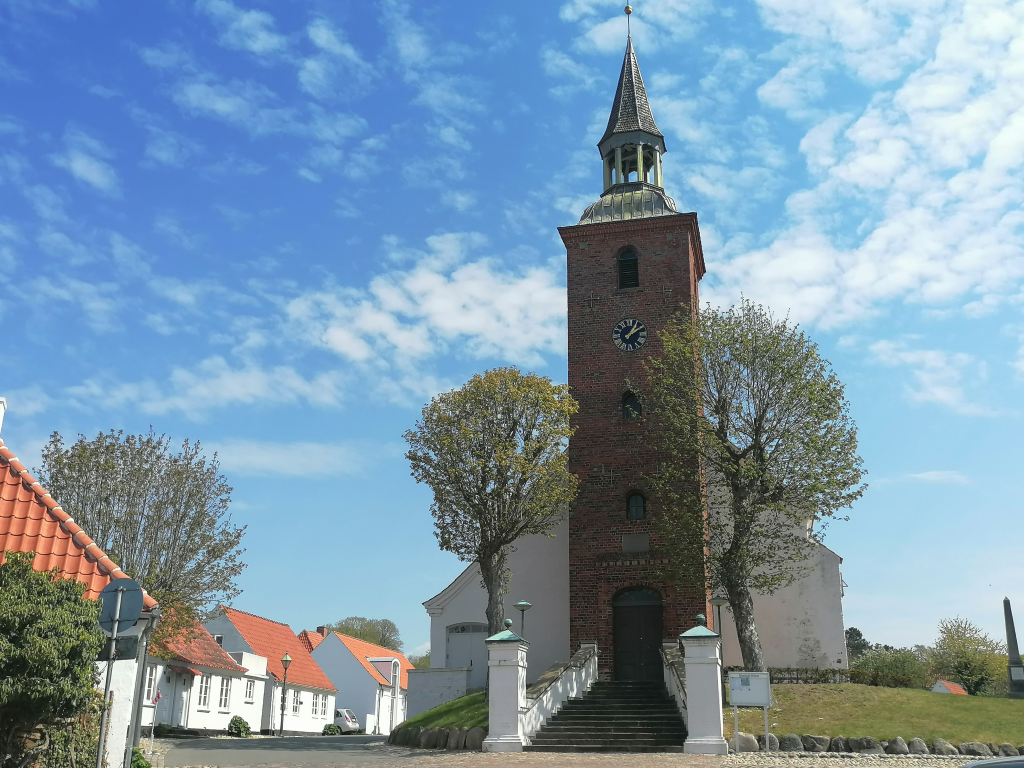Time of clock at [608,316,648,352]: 1:09
